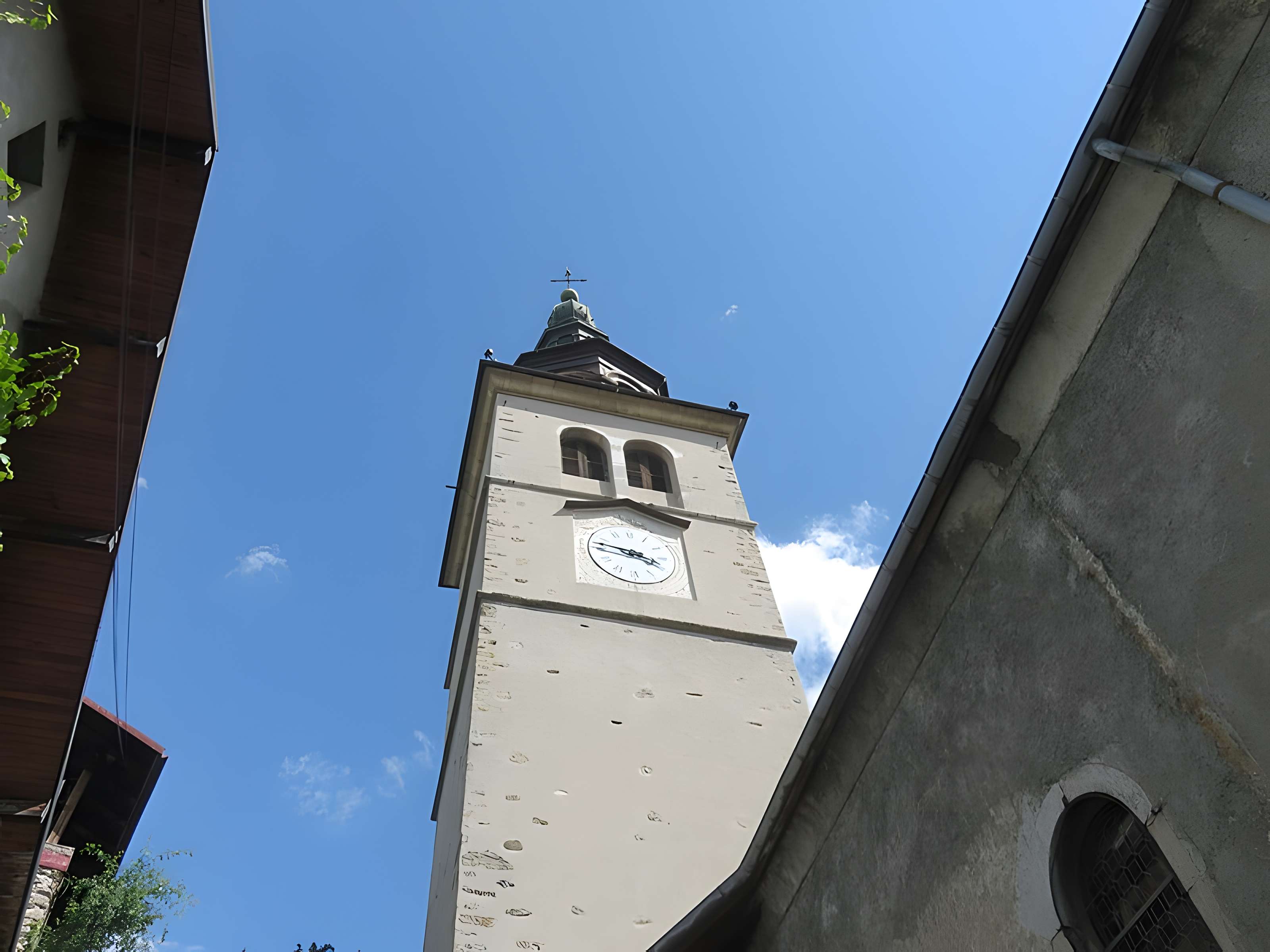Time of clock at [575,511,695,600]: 3:47
